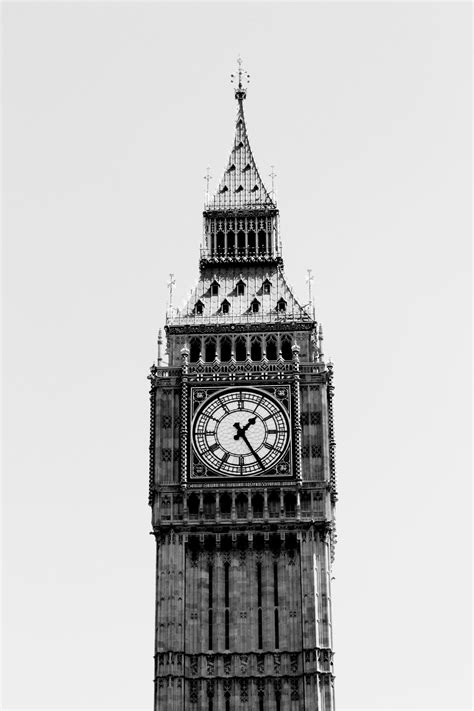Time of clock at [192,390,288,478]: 1:24
